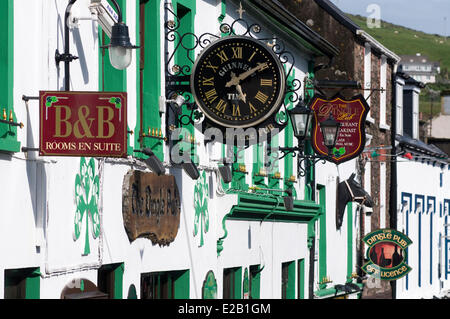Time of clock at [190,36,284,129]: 5:09
